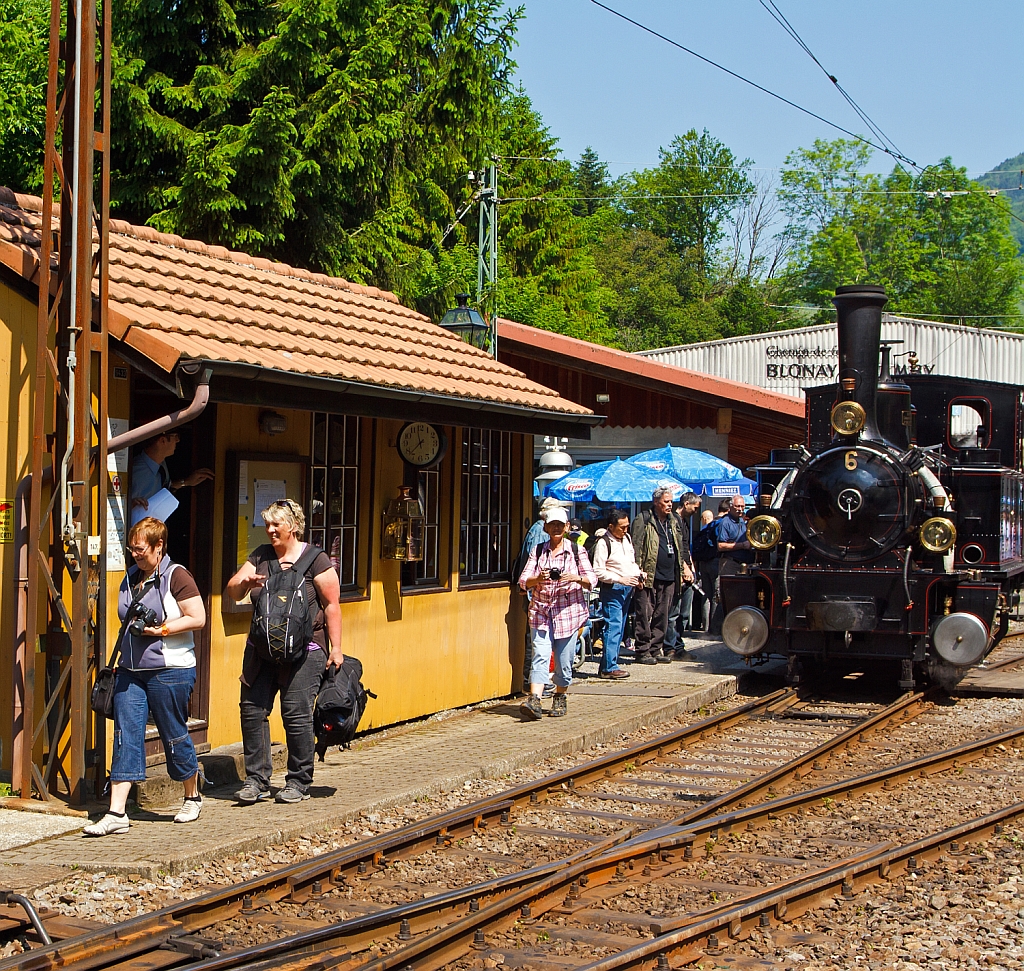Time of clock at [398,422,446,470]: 11:37
